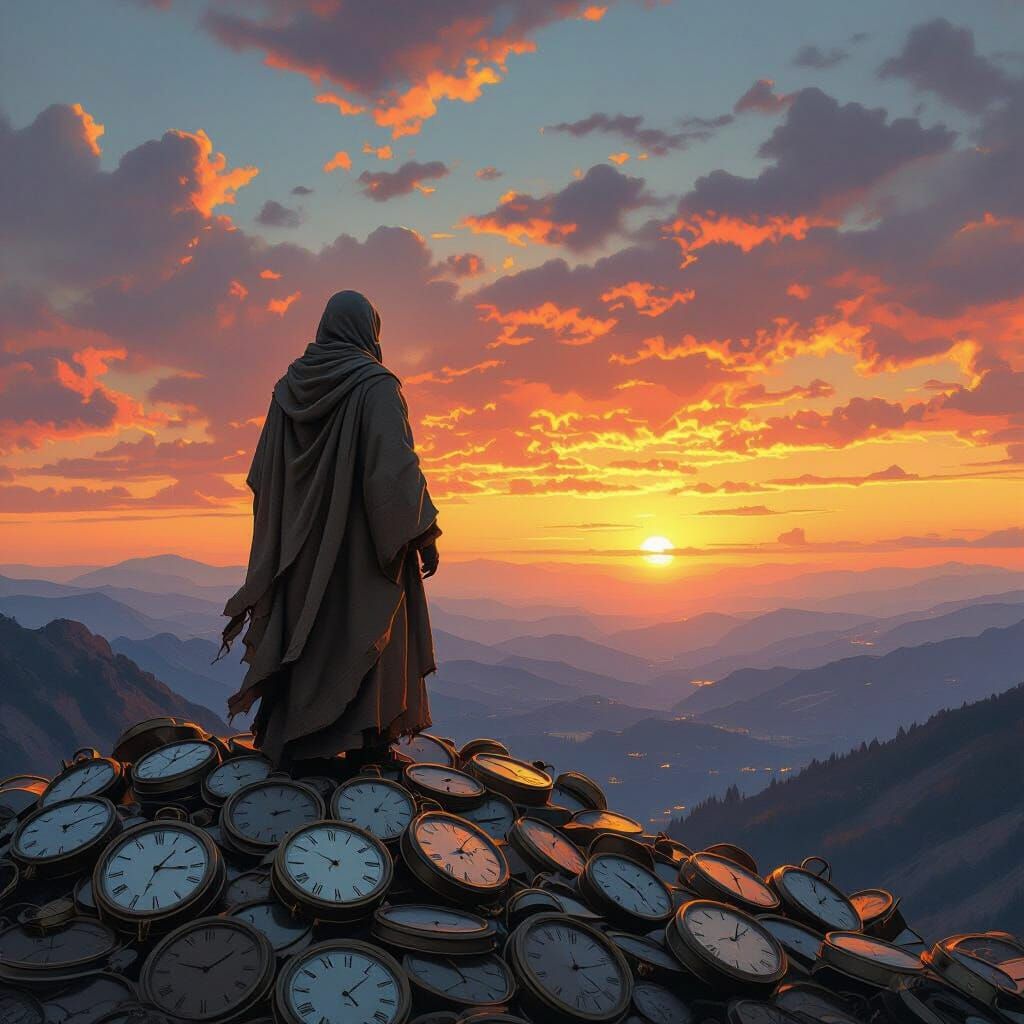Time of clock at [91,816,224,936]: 1:16
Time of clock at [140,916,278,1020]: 1:47
